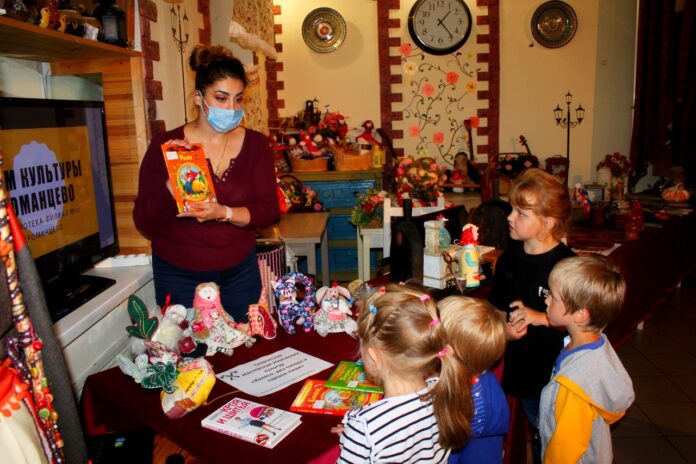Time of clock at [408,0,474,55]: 1:23
